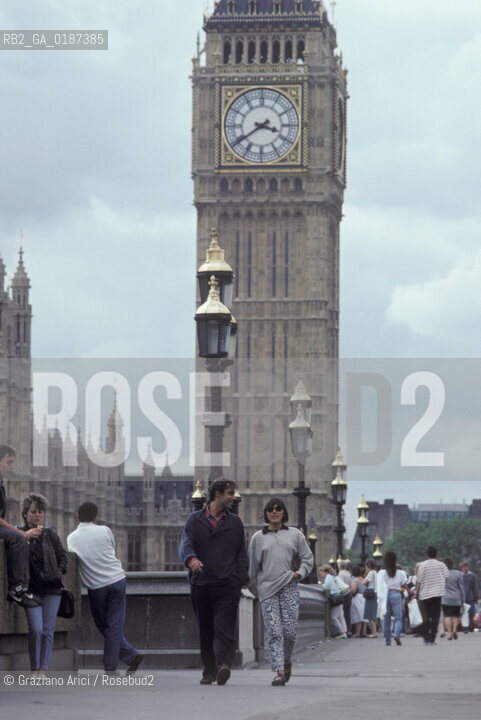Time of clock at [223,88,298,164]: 3:39
